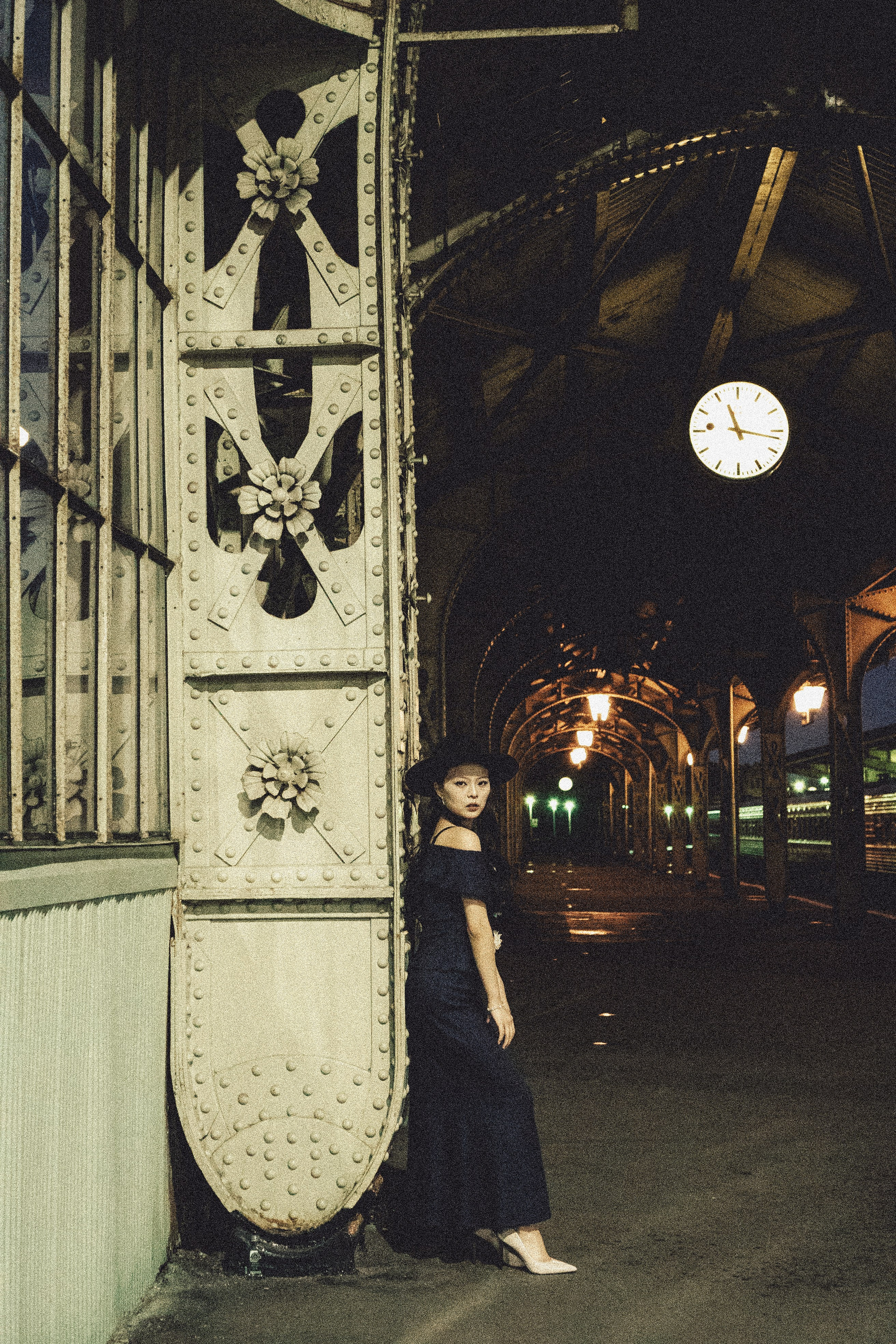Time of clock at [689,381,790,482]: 11:16
